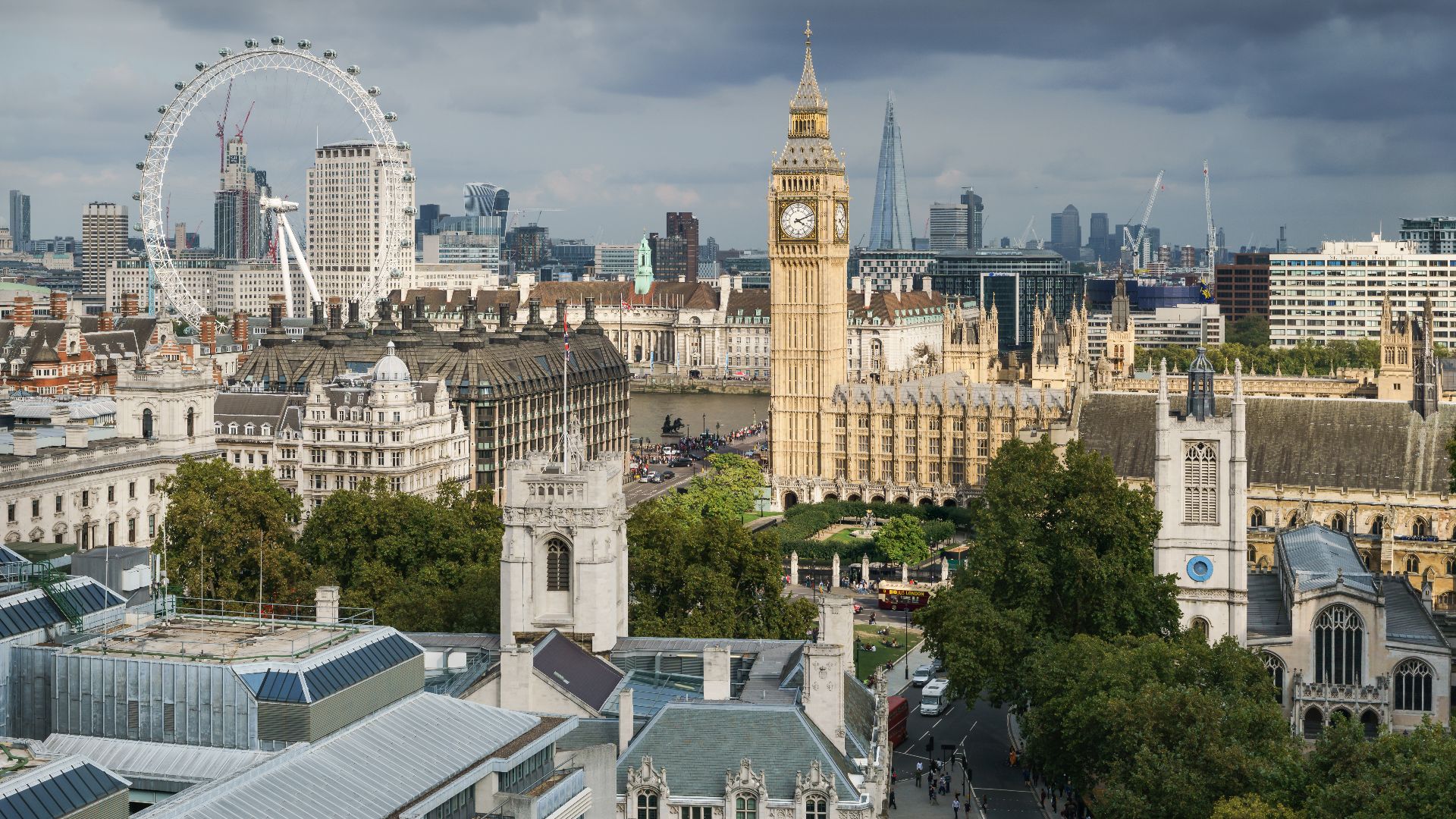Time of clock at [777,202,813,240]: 4:11
